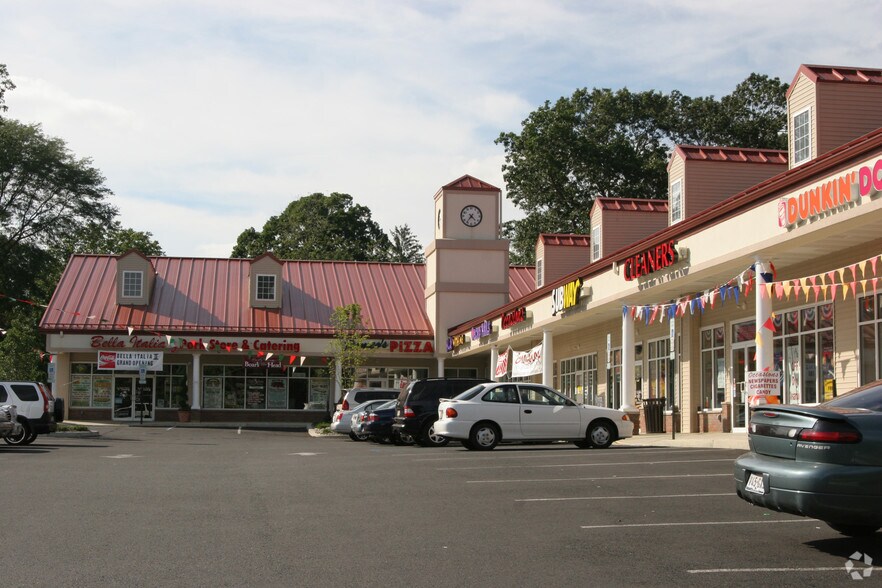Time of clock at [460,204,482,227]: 4:36
